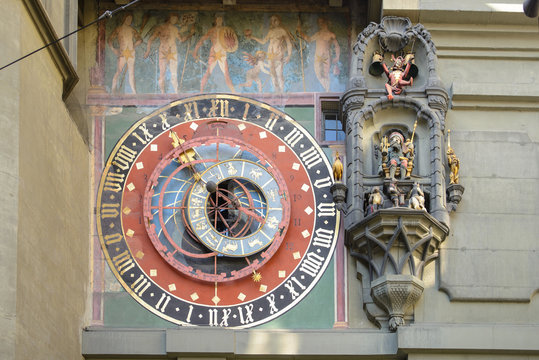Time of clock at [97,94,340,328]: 11:52
